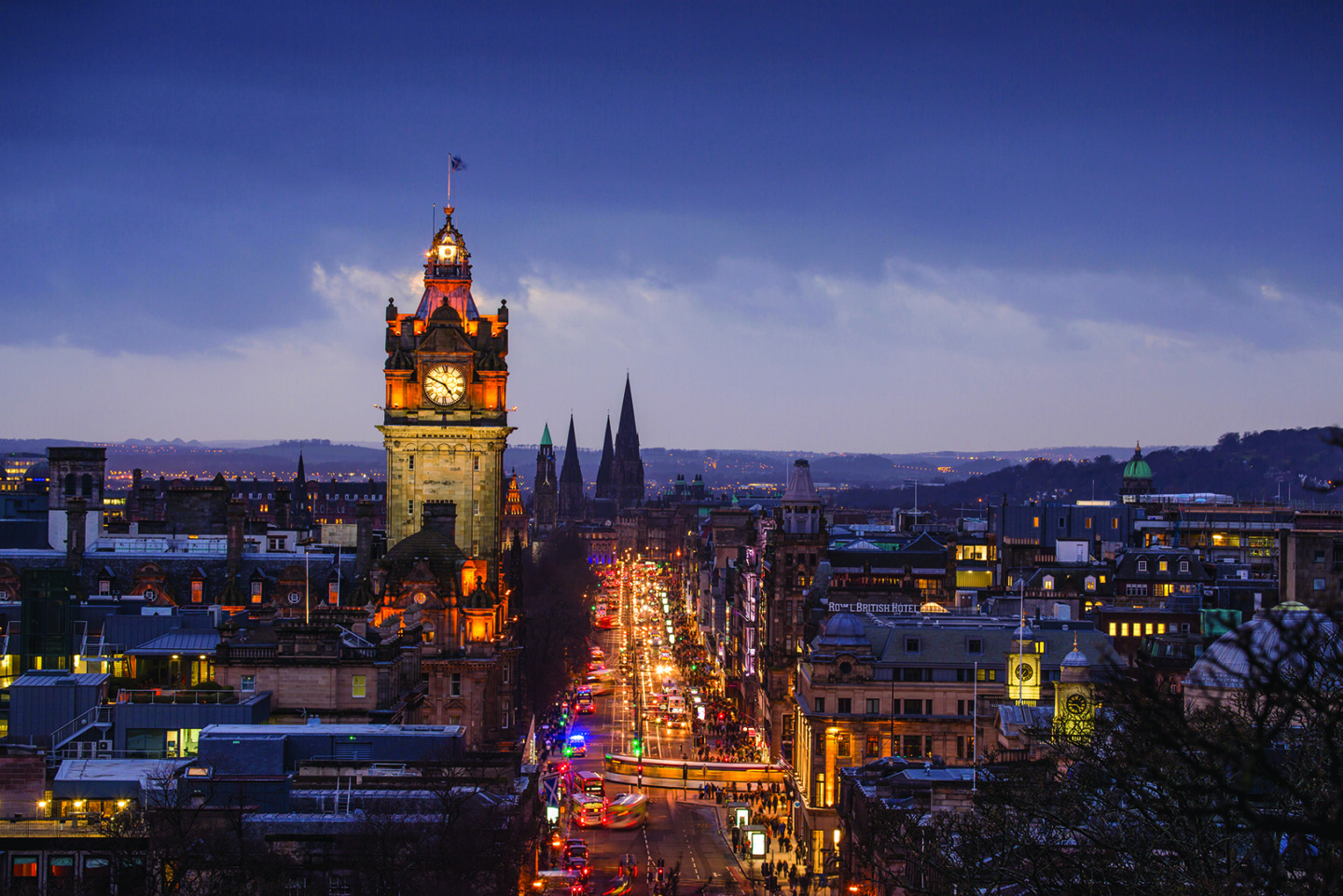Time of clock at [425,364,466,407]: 4:49
